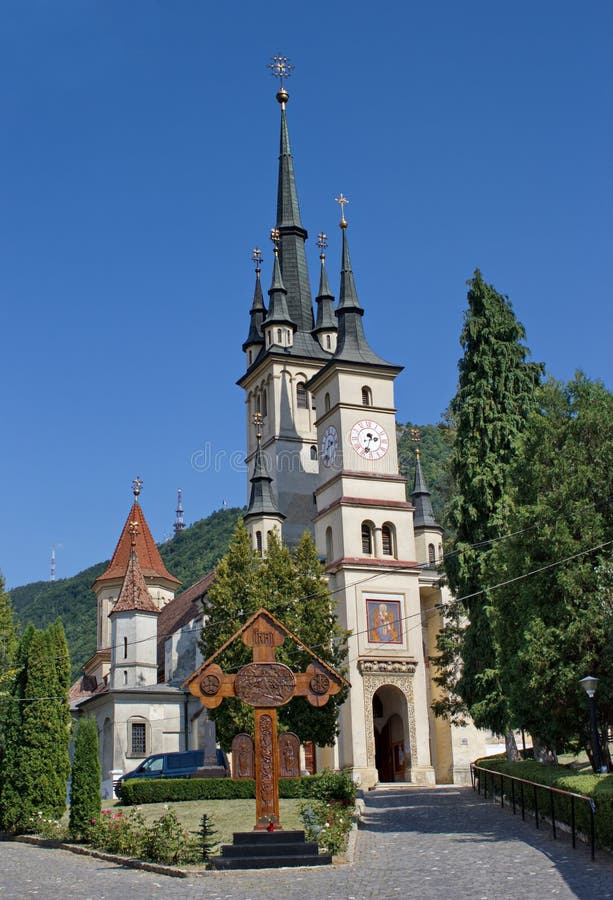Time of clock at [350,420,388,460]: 2:33
